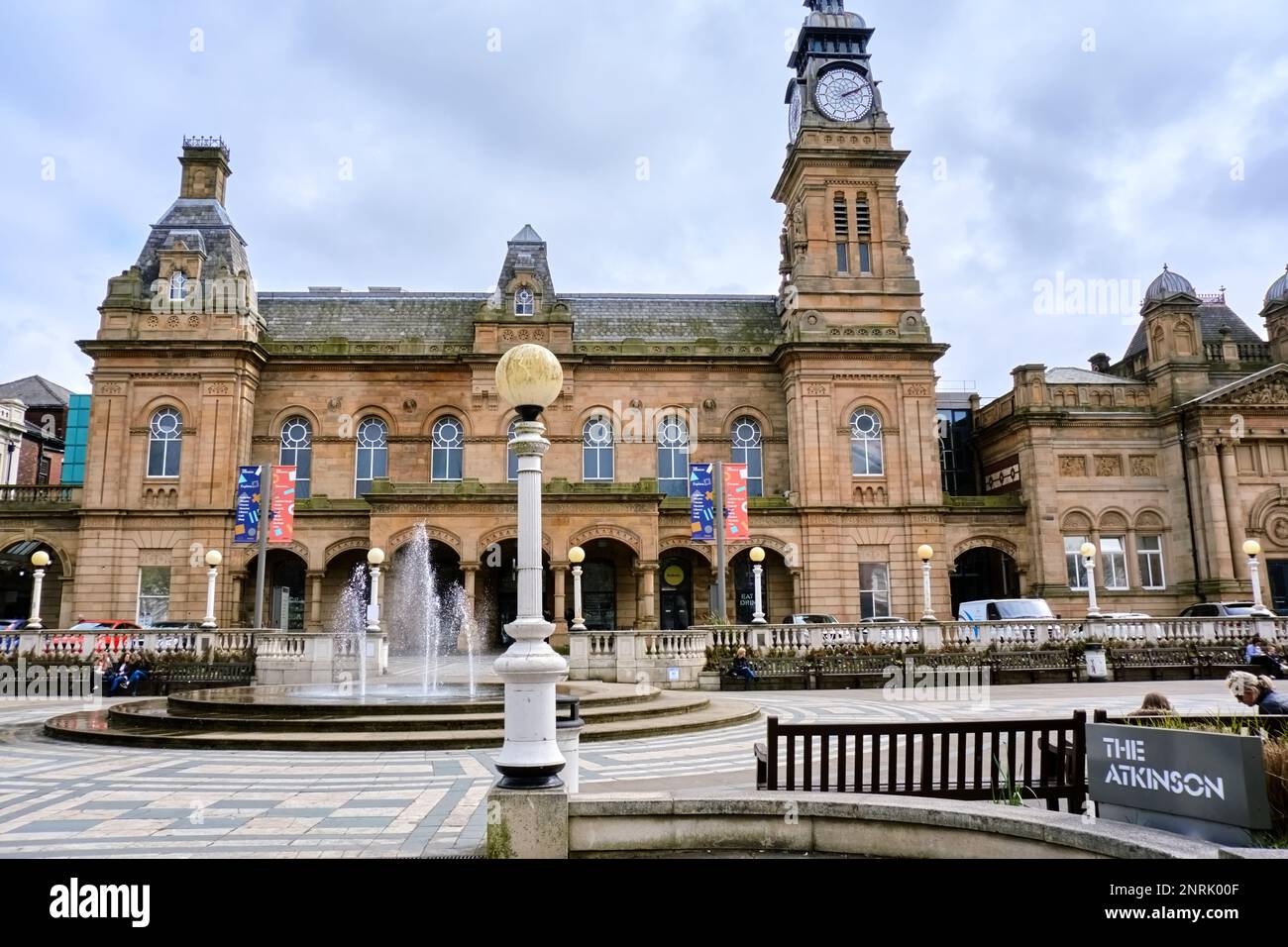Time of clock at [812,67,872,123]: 2:10
